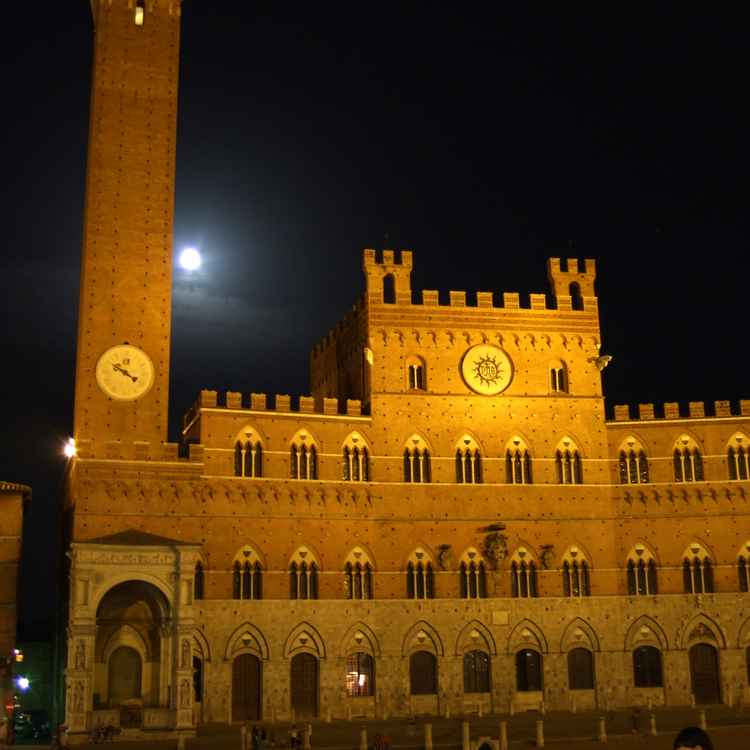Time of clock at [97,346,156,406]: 3:50
